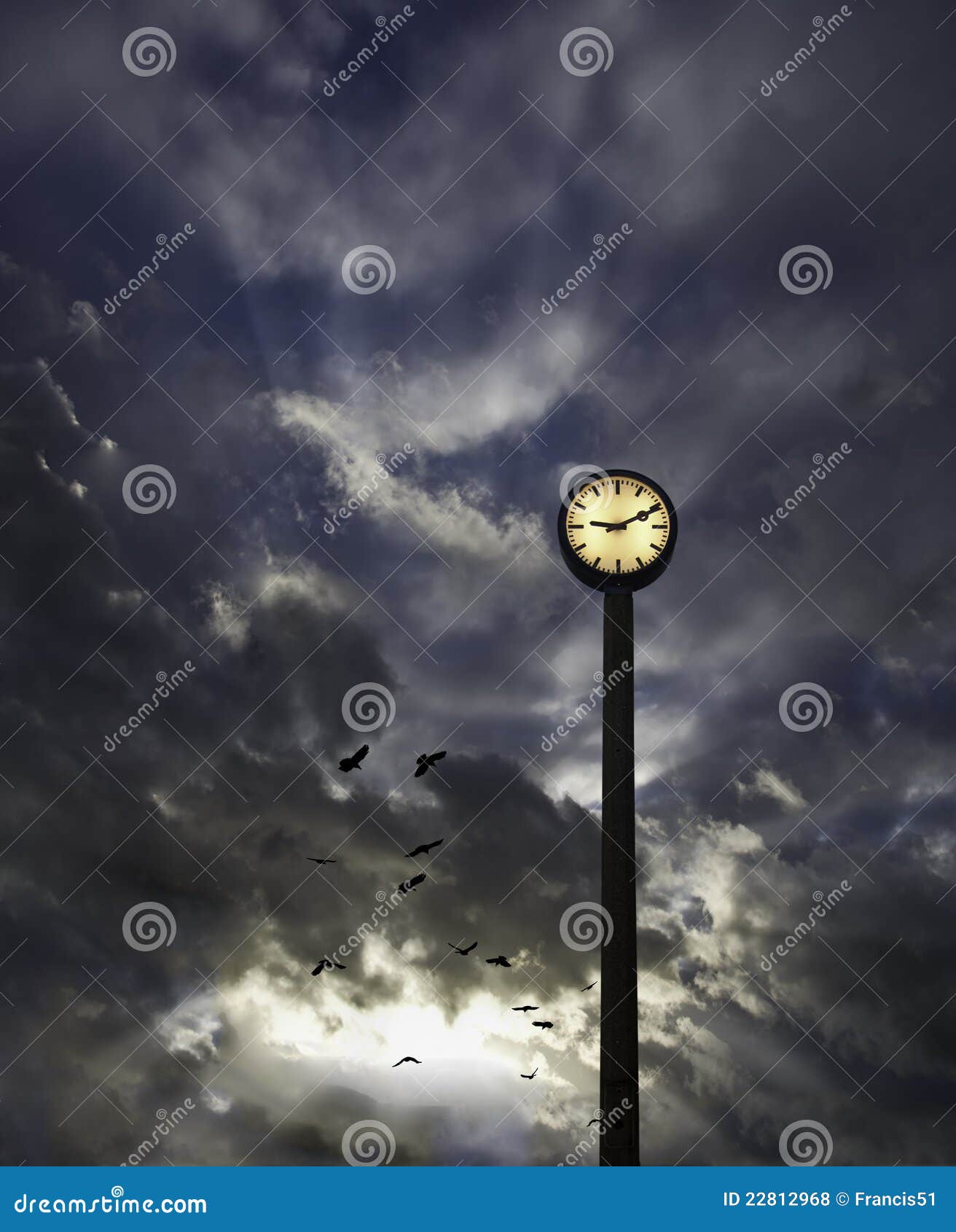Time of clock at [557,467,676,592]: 9:10
